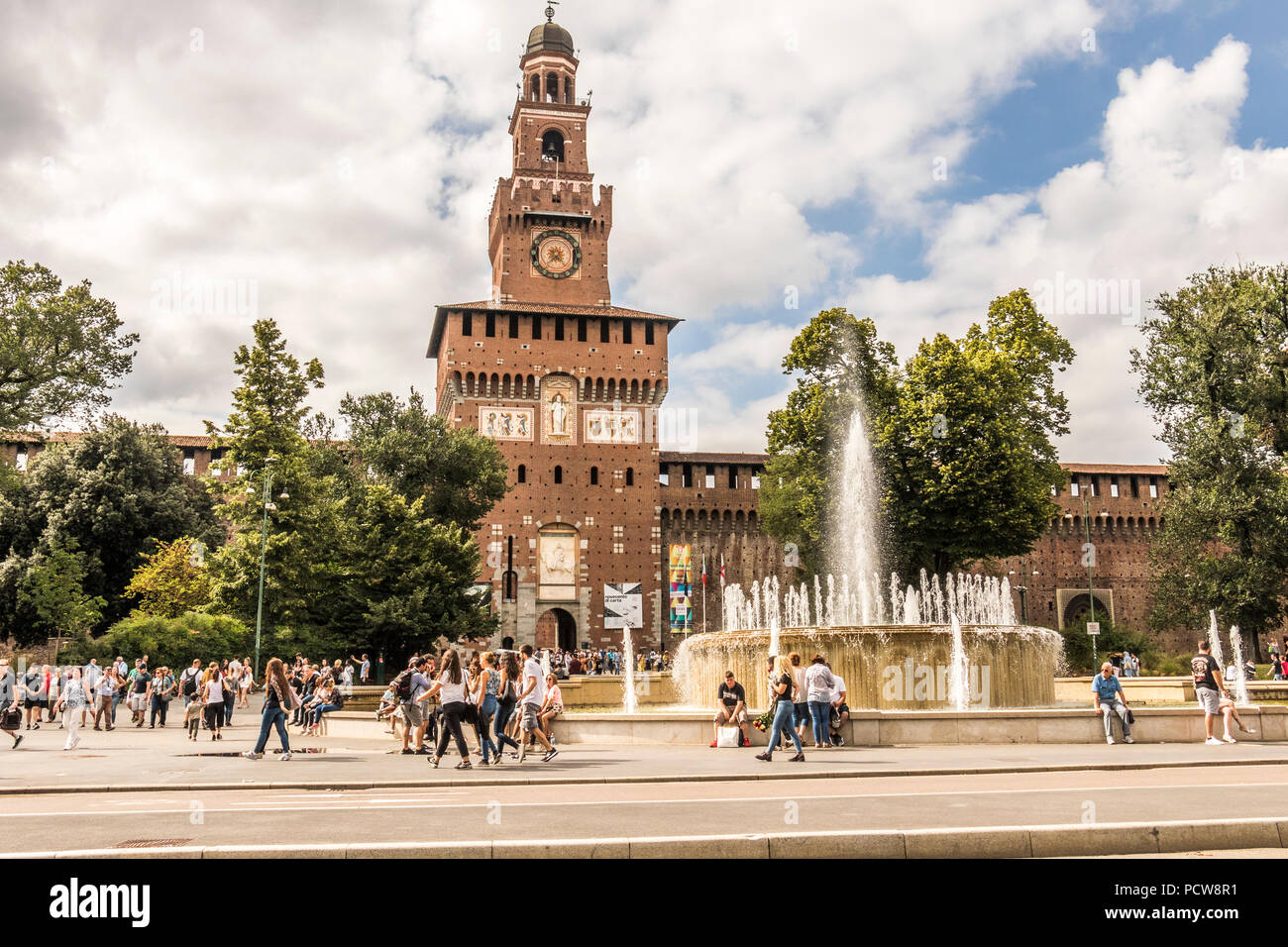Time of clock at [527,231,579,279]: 4:37
